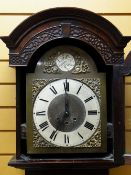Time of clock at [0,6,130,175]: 7:00
